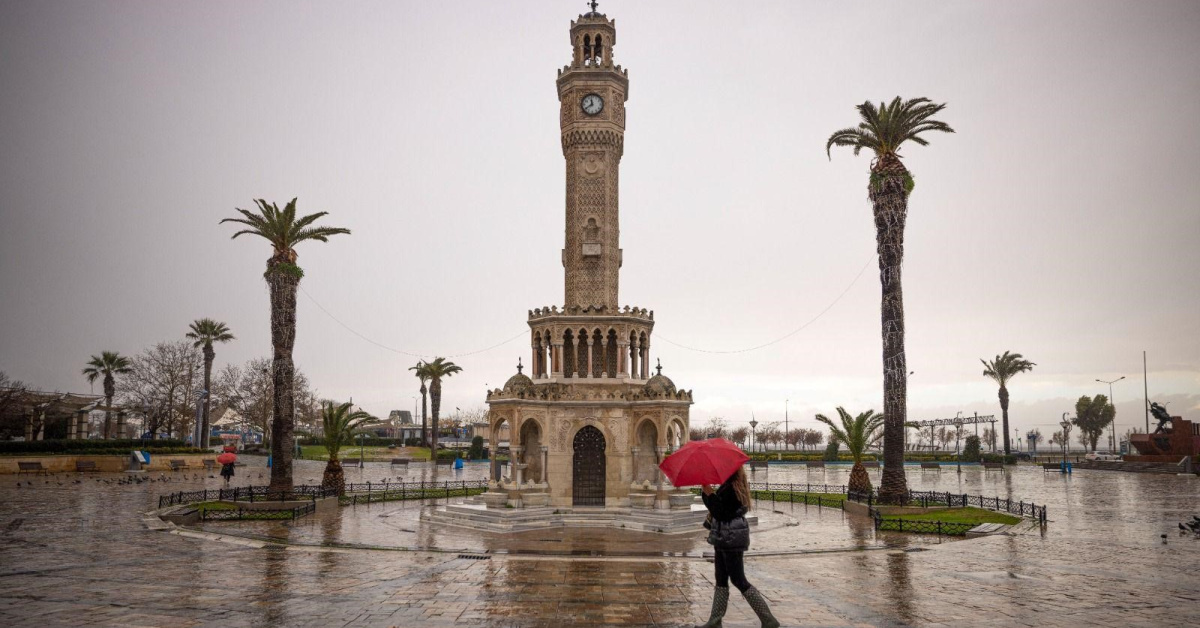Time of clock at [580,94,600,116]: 11:39
